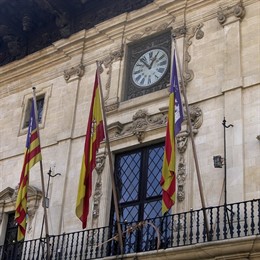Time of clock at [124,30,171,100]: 12:52
